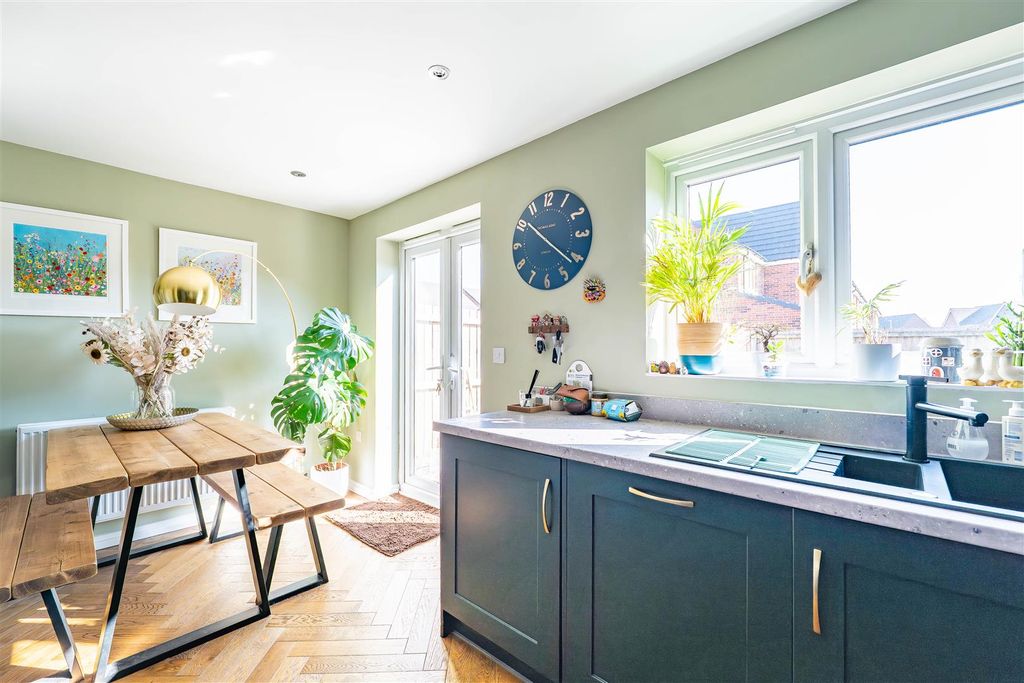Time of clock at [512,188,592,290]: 10:21
